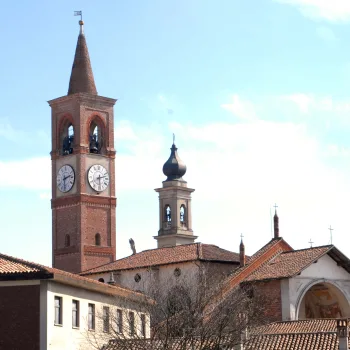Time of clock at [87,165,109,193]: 2:29
